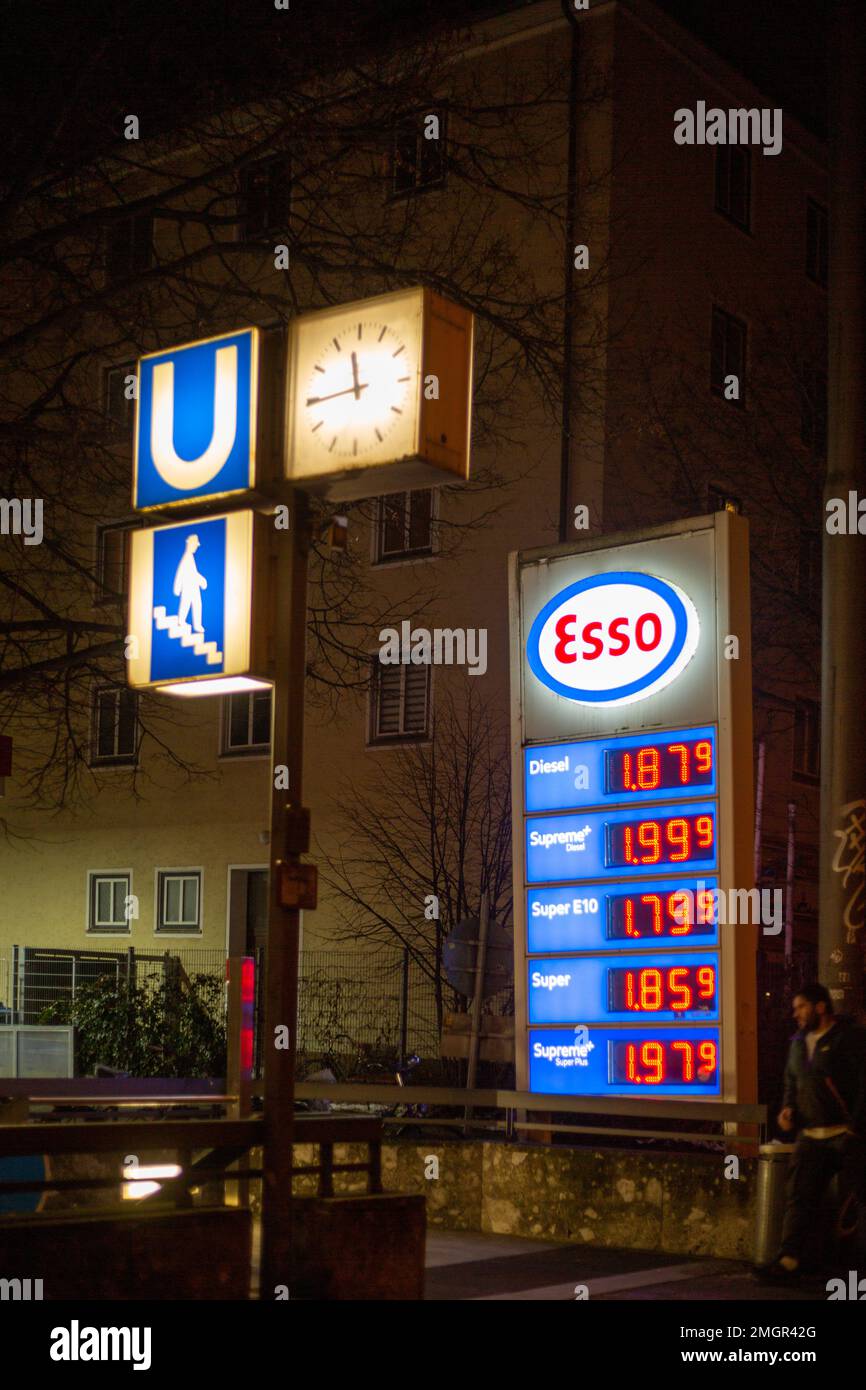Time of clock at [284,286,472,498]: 11:44
